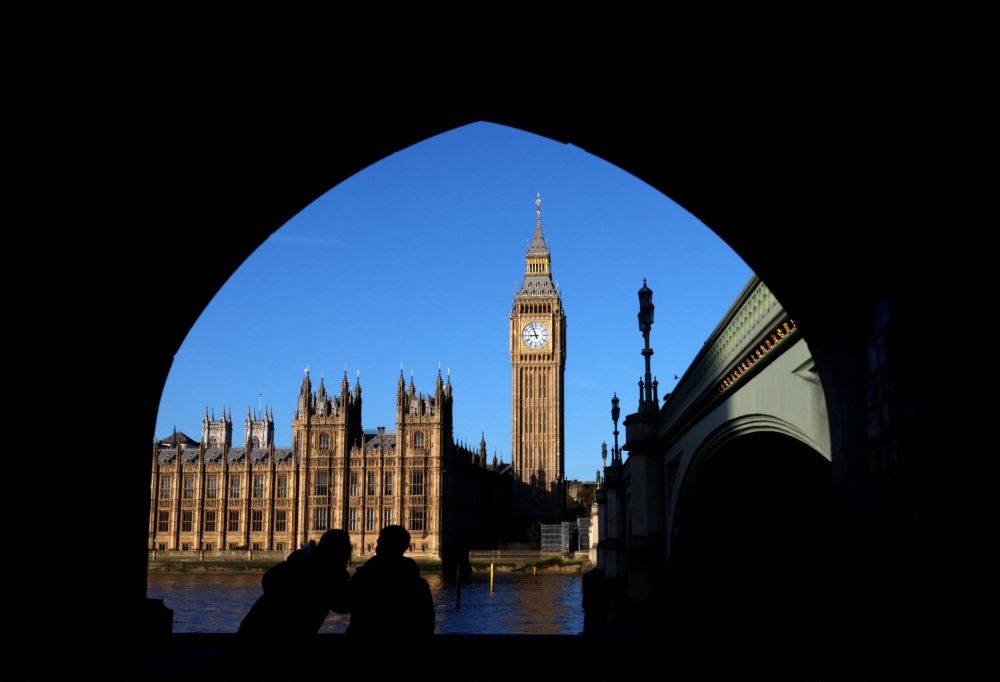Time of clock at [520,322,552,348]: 8:56
